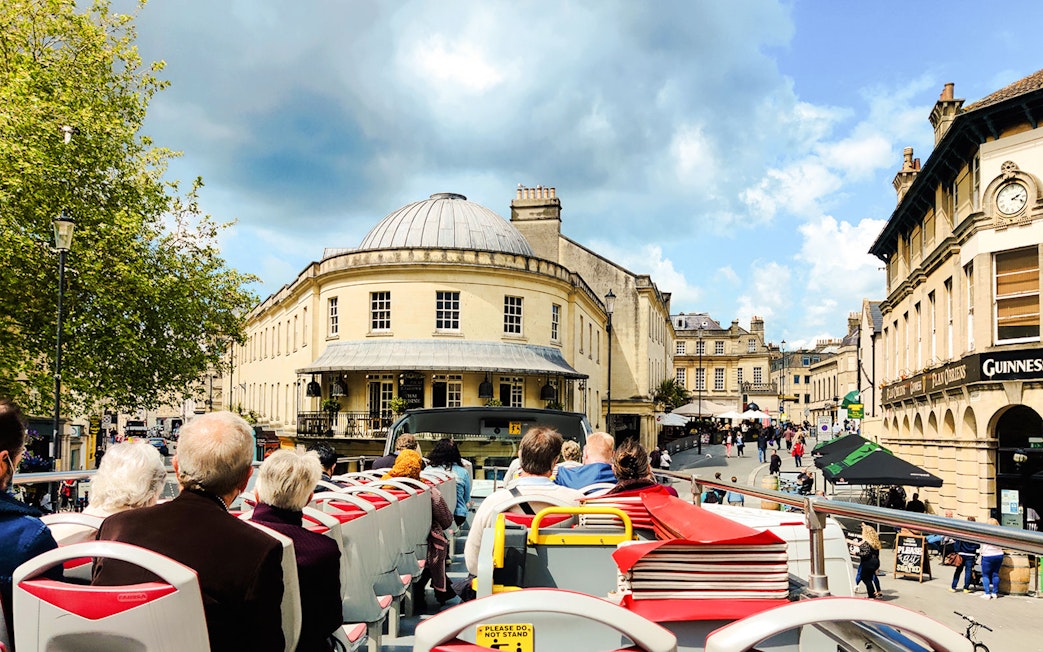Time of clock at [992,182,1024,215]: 2:18
